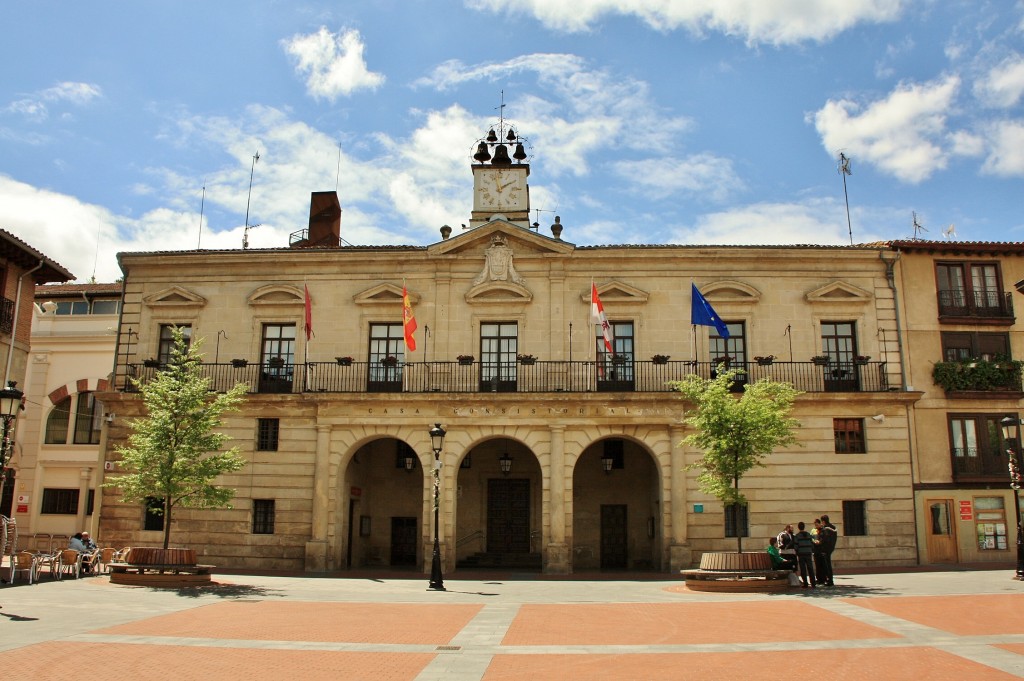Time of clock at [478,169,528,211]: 1:57
